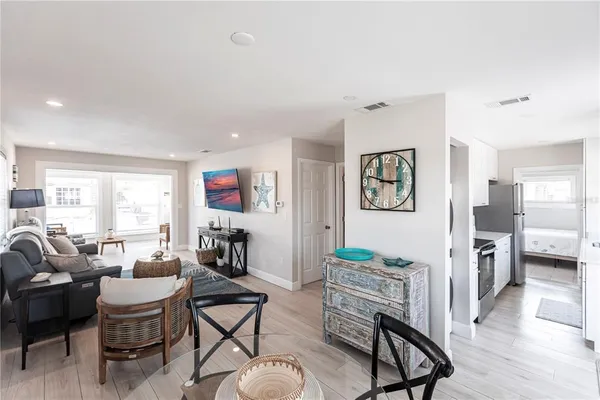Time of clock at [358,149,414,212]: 2:47
